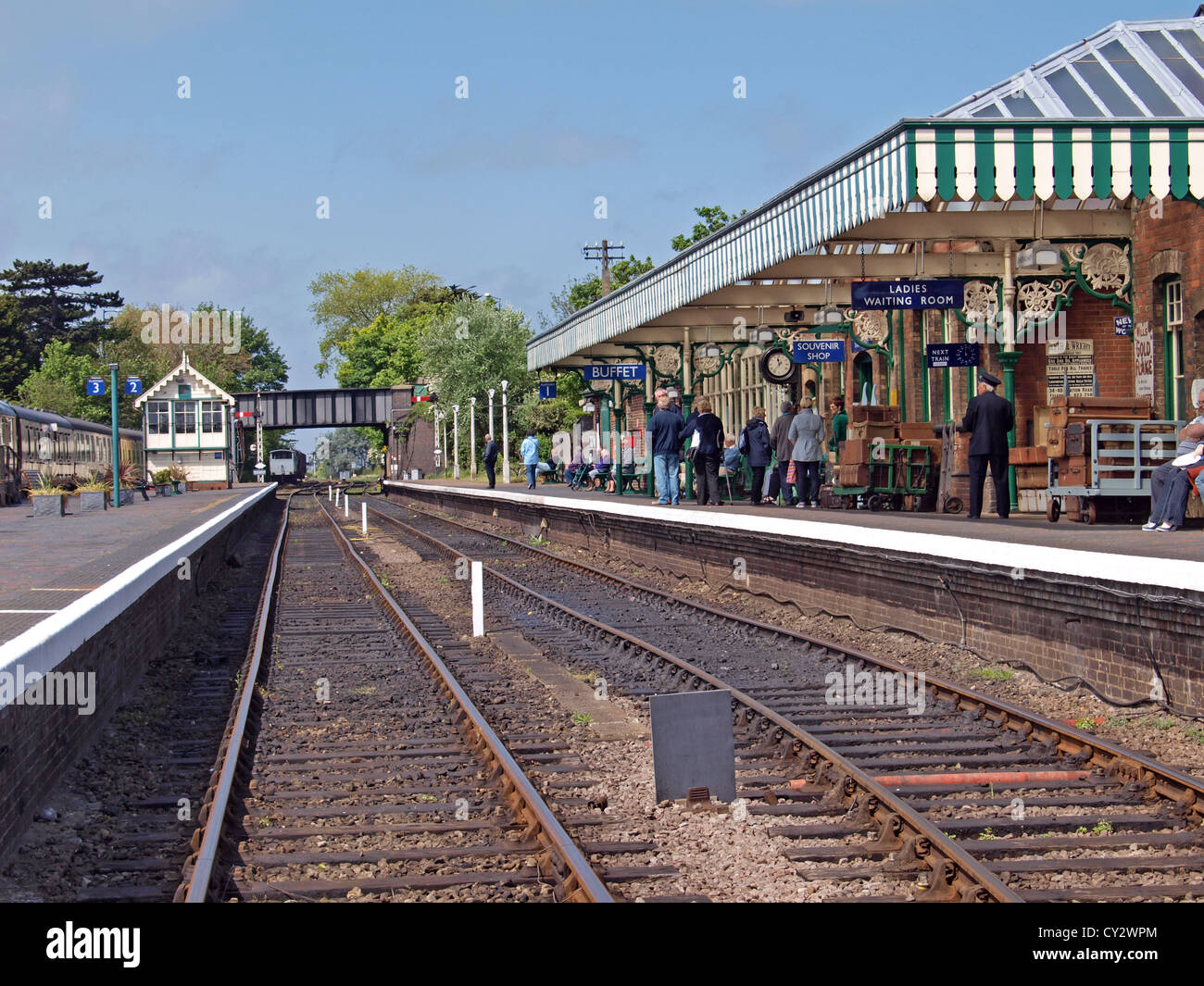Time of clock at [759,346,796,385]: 11:36
